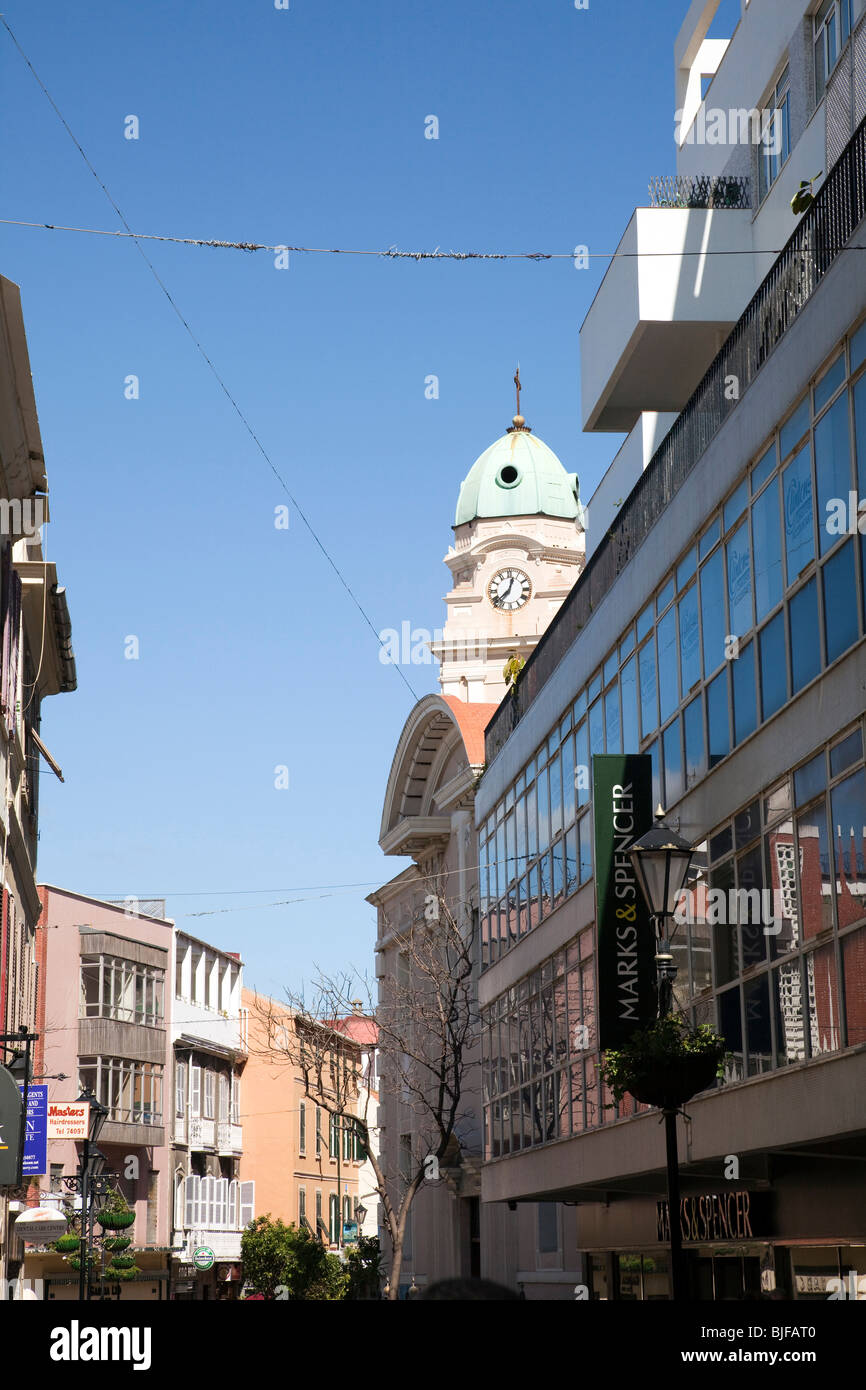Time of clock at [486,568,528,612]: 12:37
